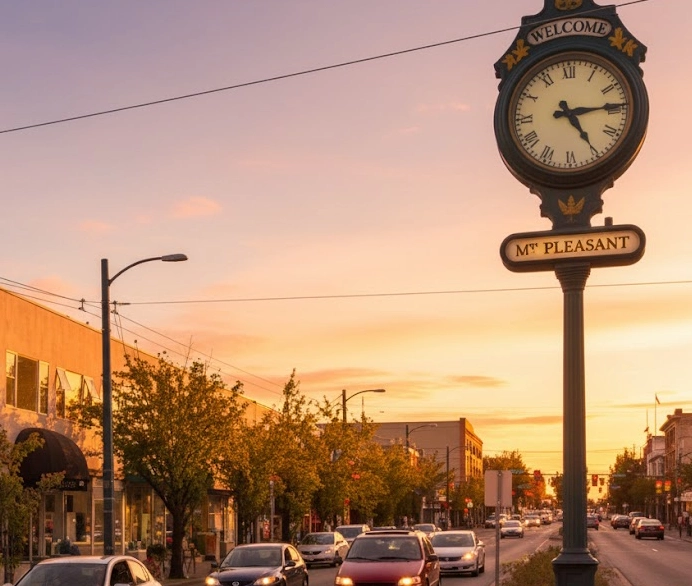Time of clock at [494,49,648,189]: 5:14
